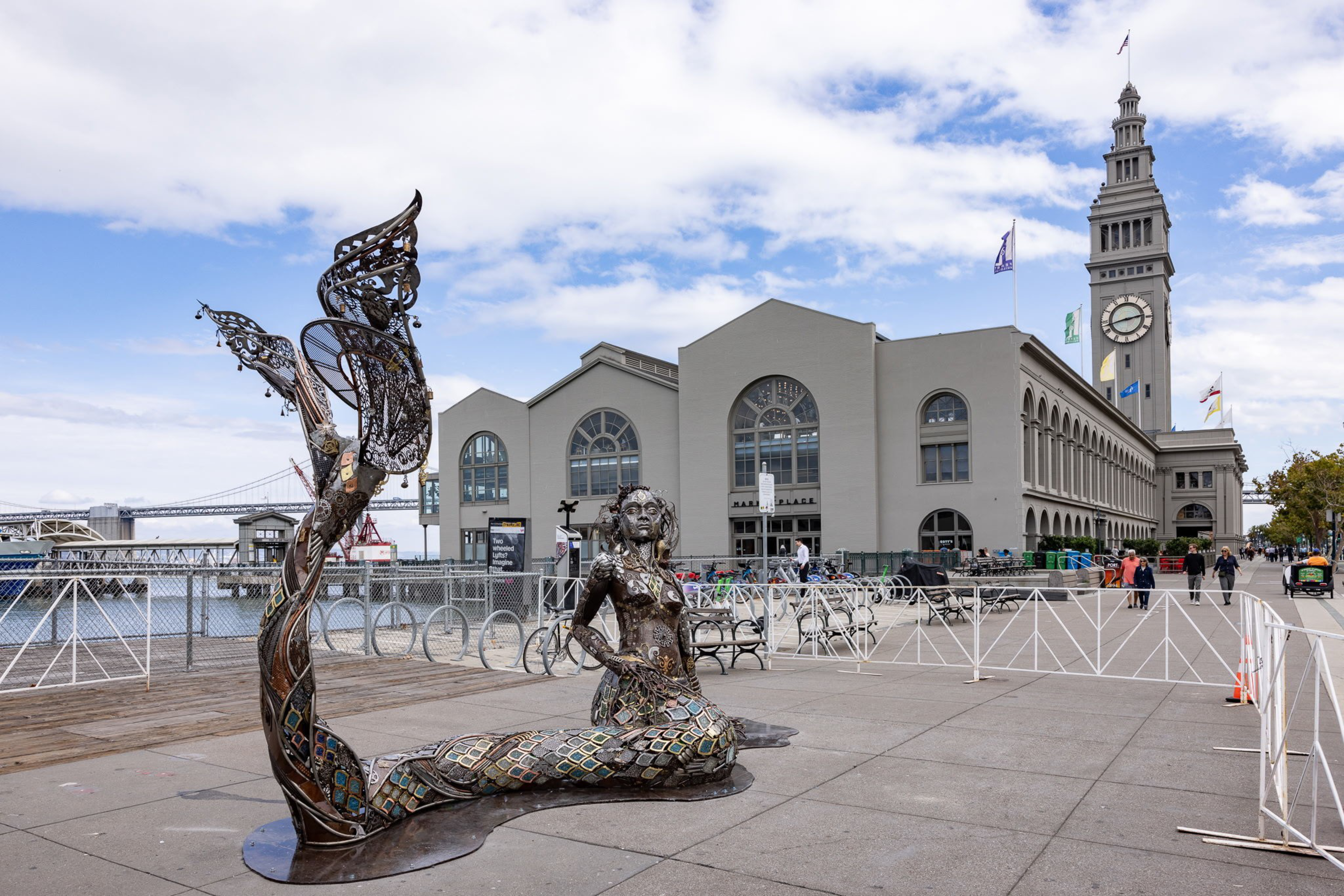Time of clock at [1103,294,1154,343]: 2:42
